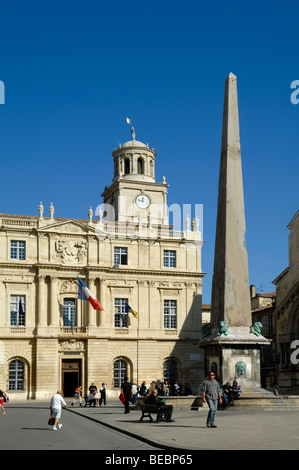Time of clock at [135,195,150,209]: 11:47
